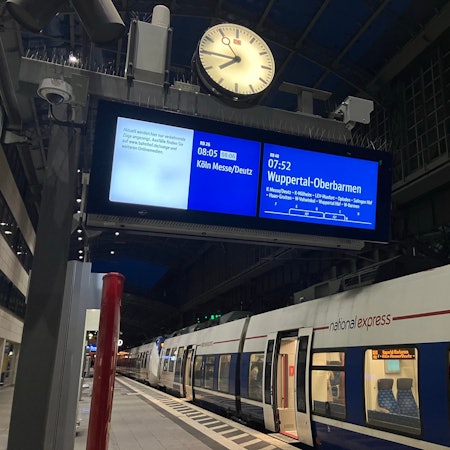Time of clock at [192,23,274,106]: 7:45
